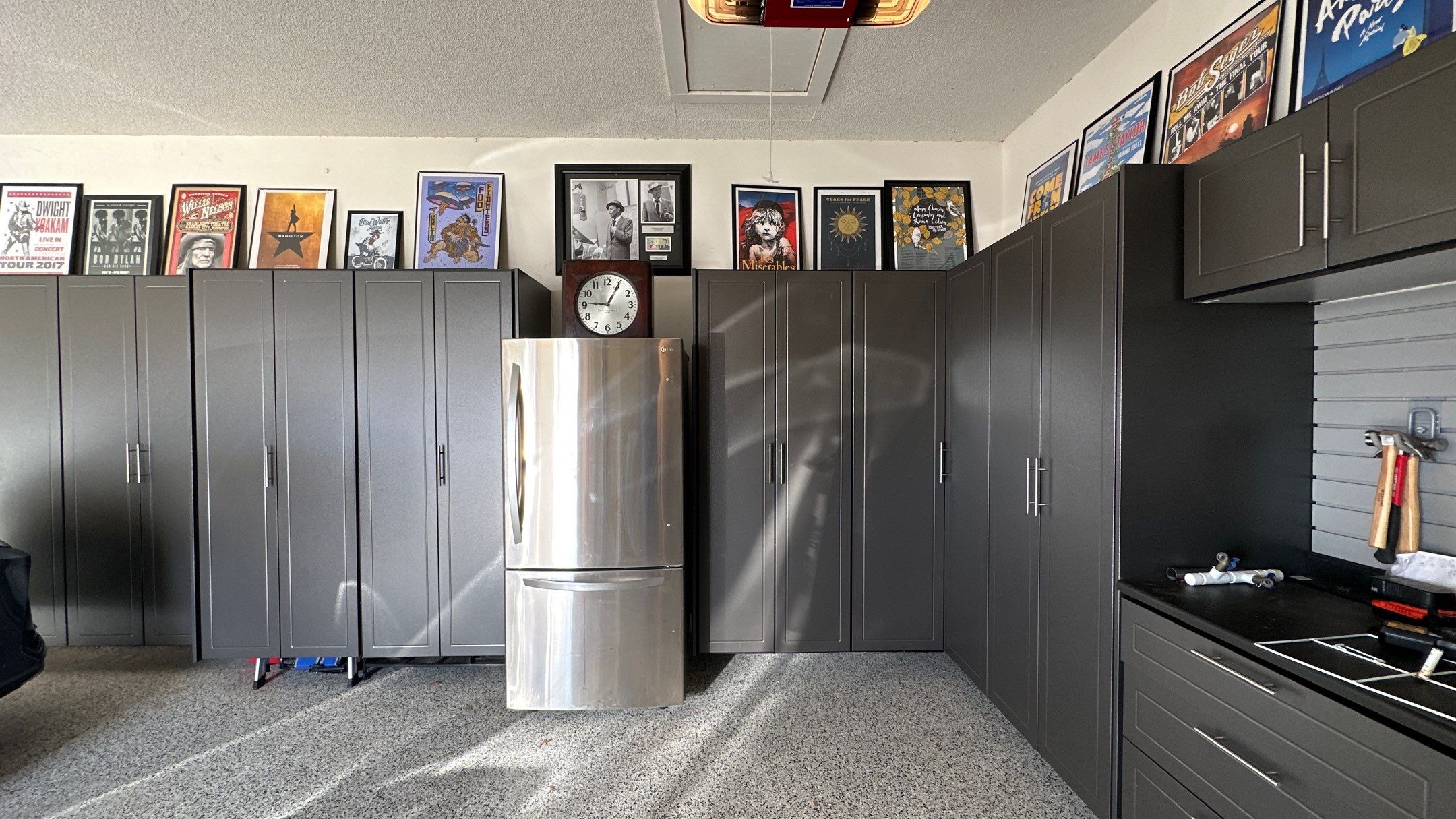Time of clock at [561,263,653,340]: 9:05
